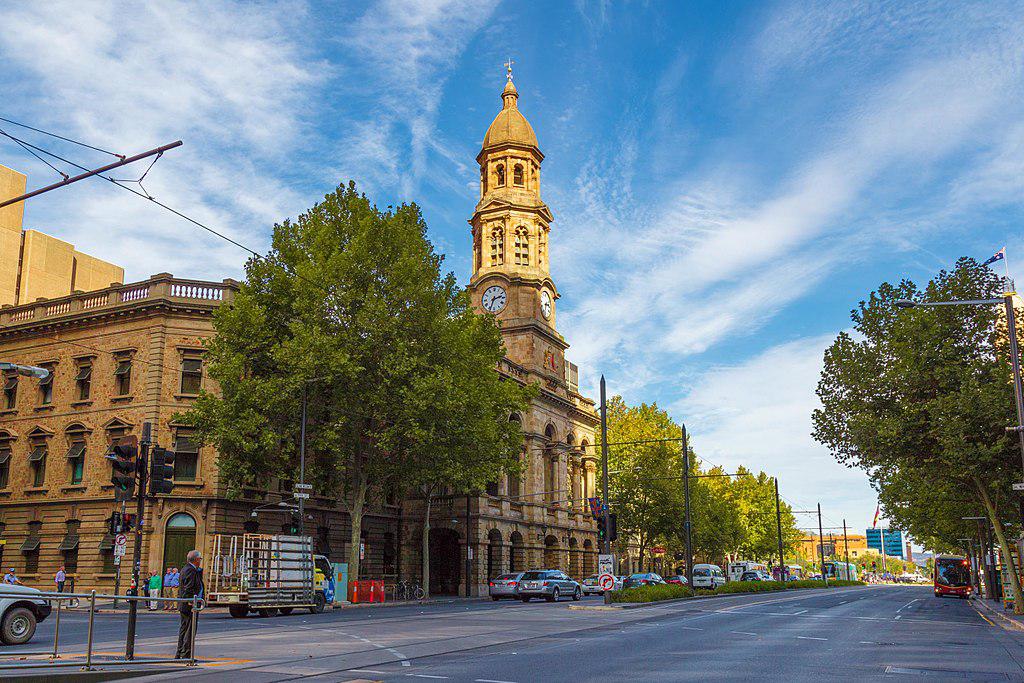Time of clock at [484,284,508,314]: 2:33
